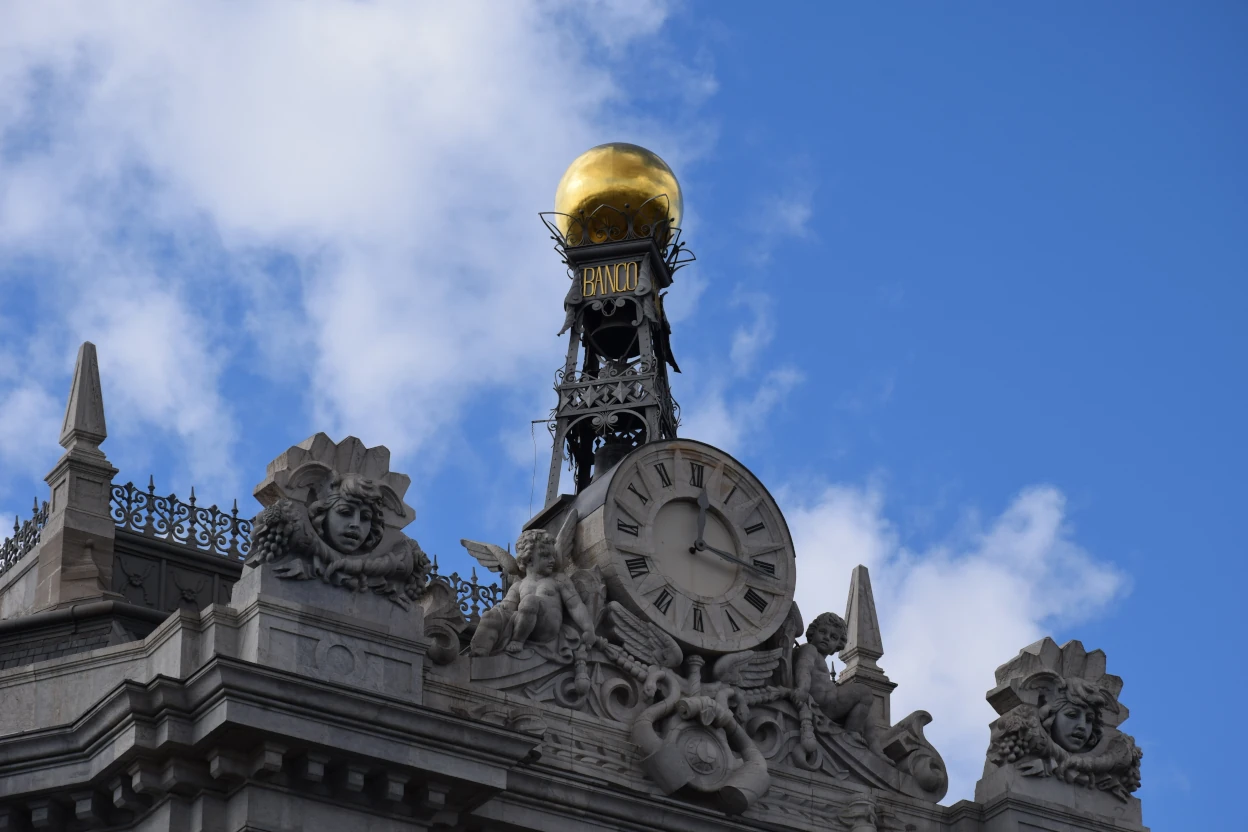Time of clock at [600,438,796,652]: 12:16
